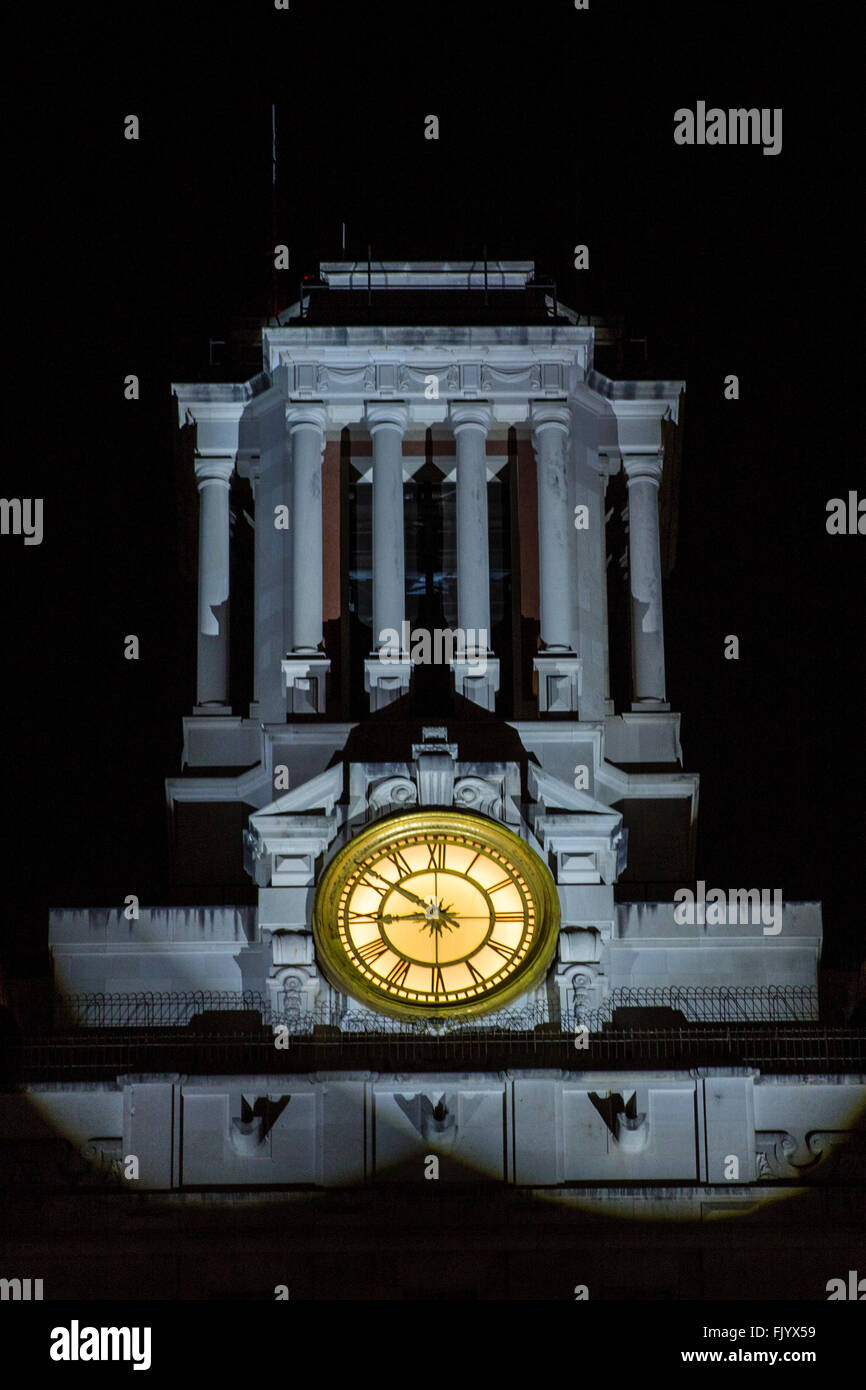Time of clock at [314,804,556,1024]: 8:51
